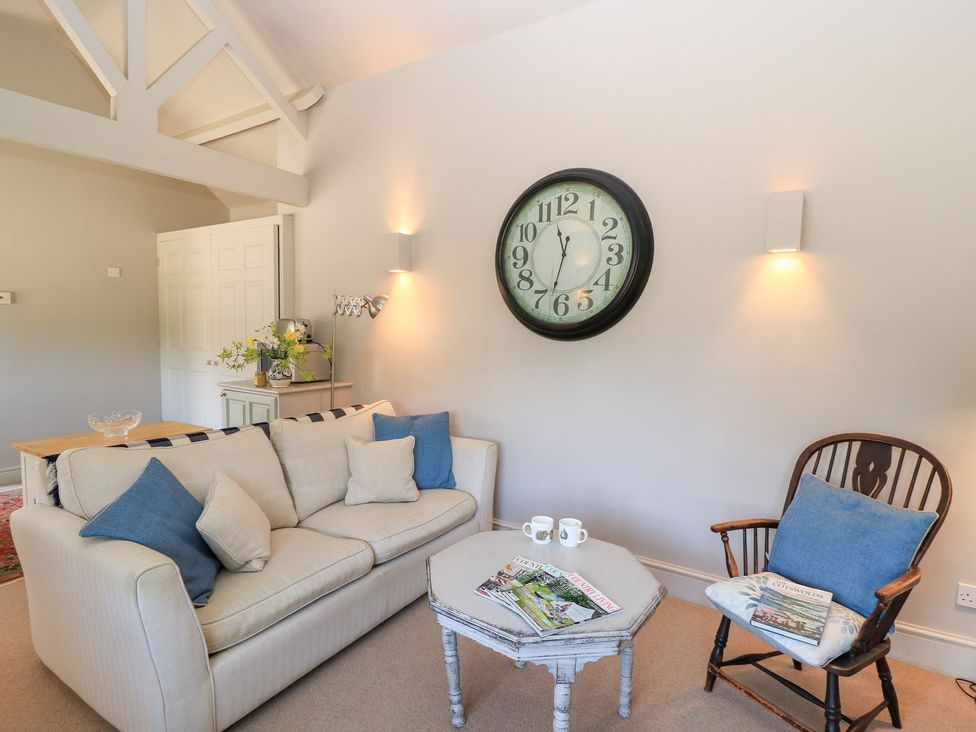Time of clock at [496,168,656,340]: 11:32
